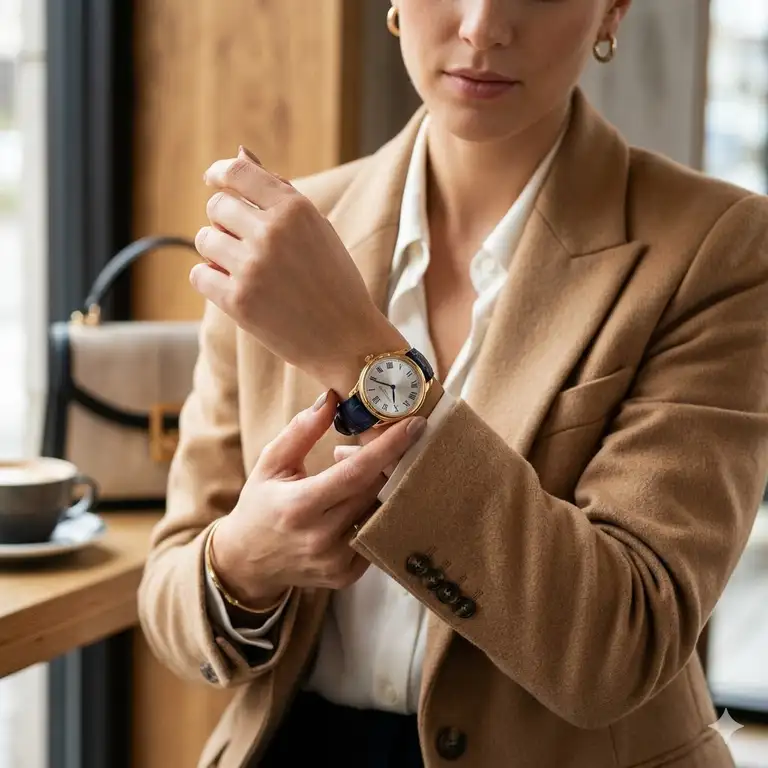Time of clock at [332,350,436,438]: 5:49
